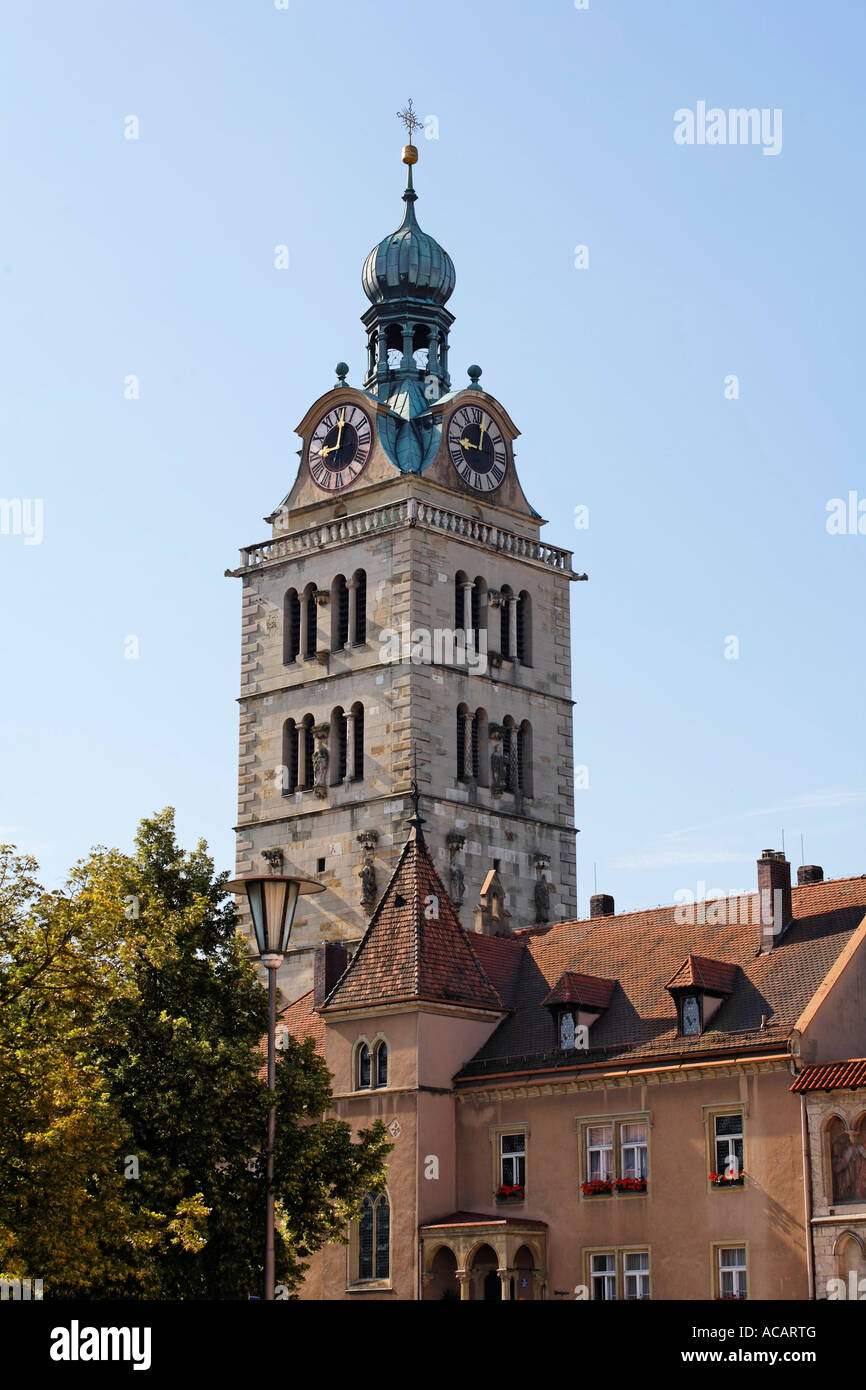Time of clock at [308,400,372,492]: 9:01
